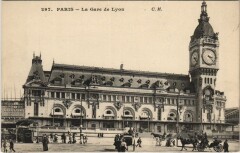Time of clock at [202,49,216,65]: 3:22
